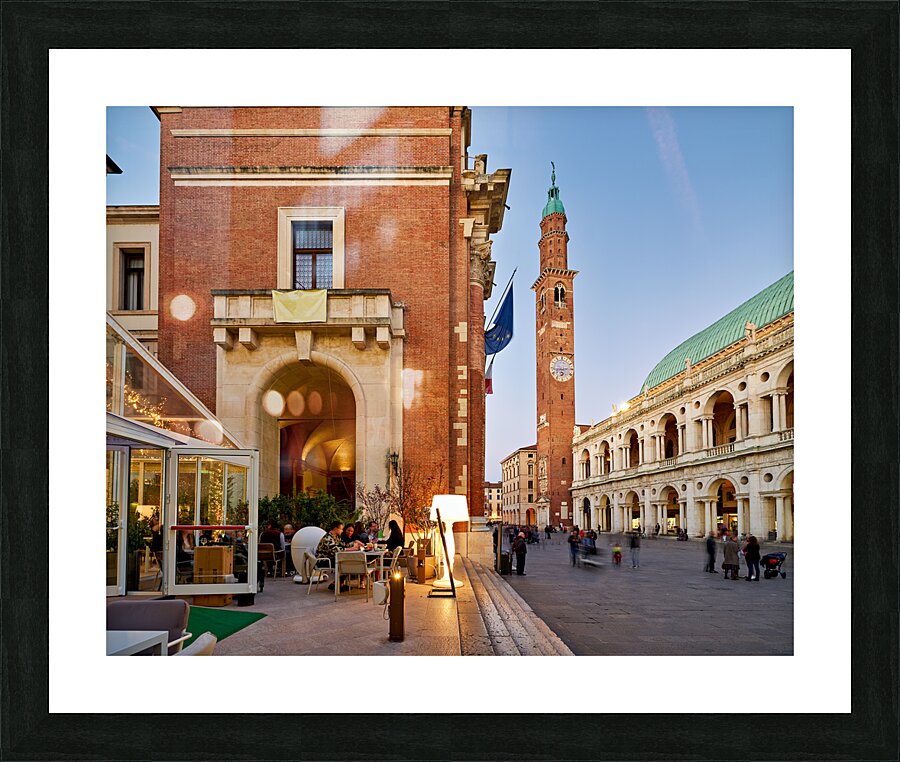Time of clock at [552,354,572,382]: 6:13
